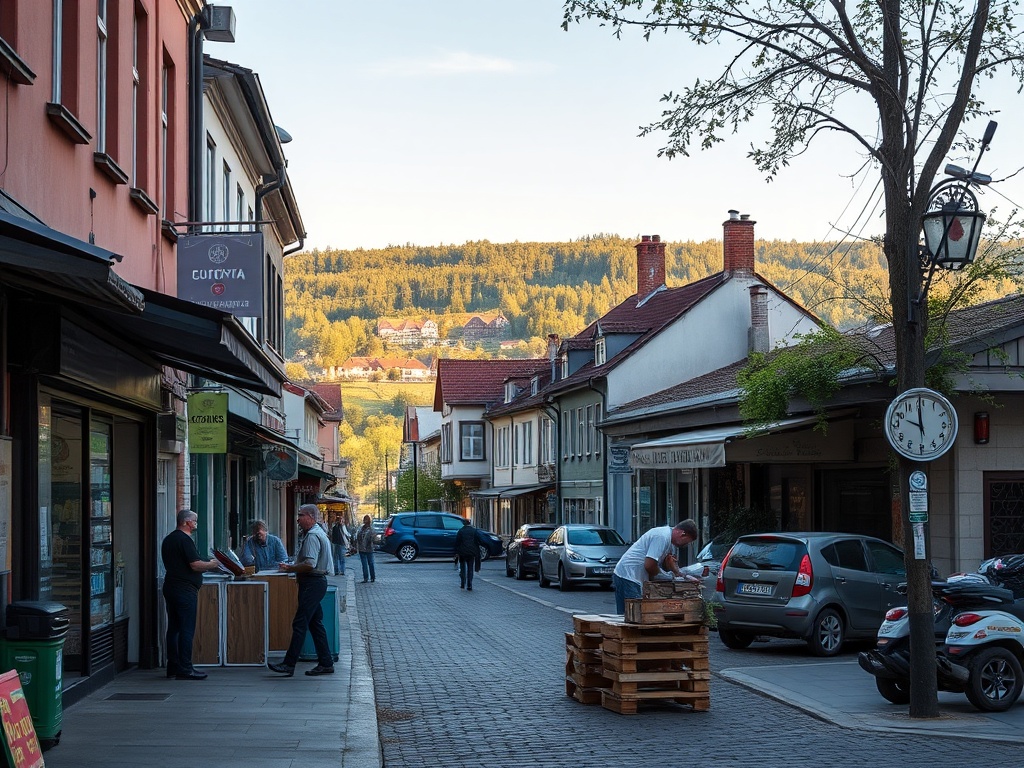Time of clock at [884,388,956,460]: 9:59
